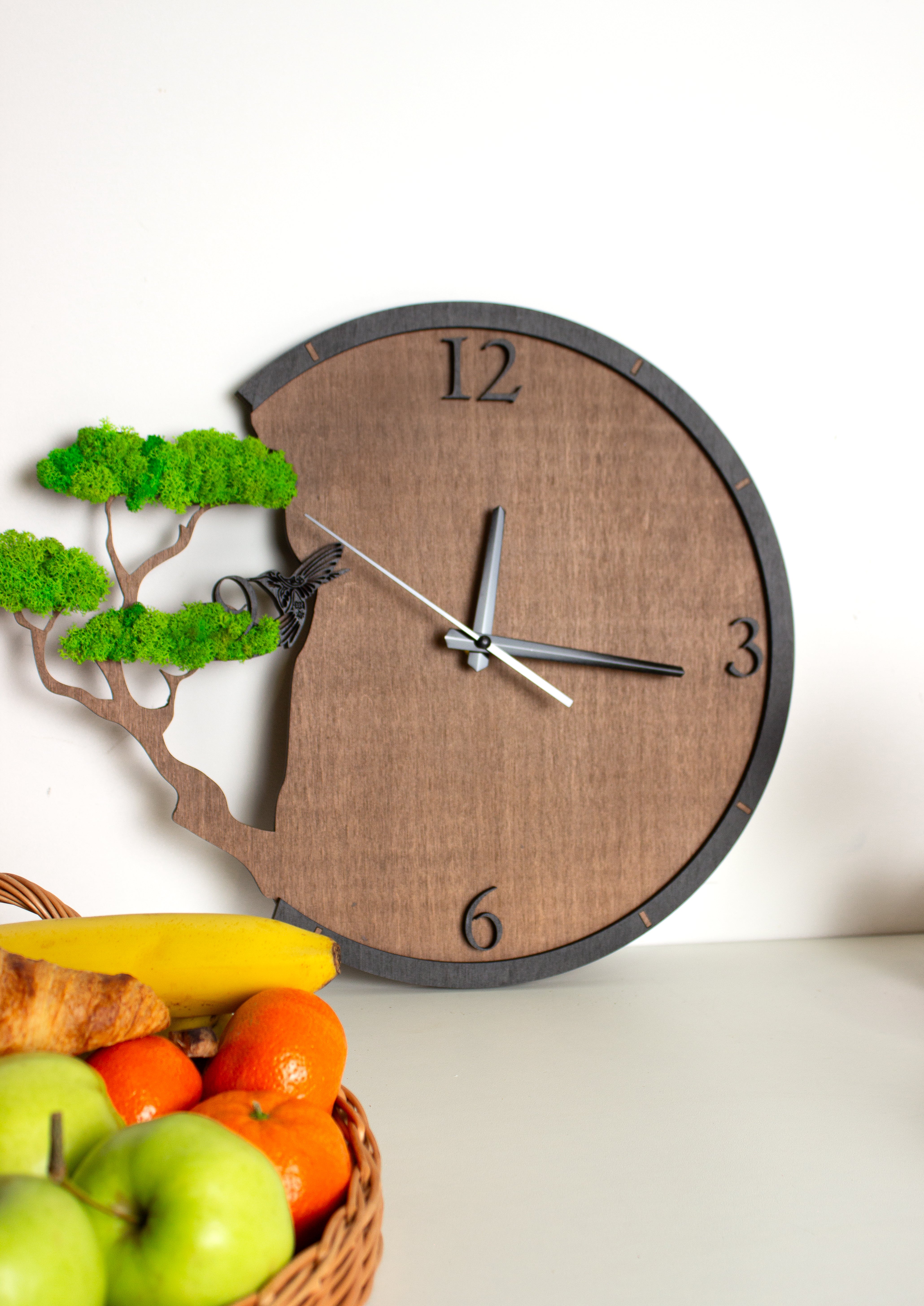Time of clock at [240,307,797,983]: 12:15
